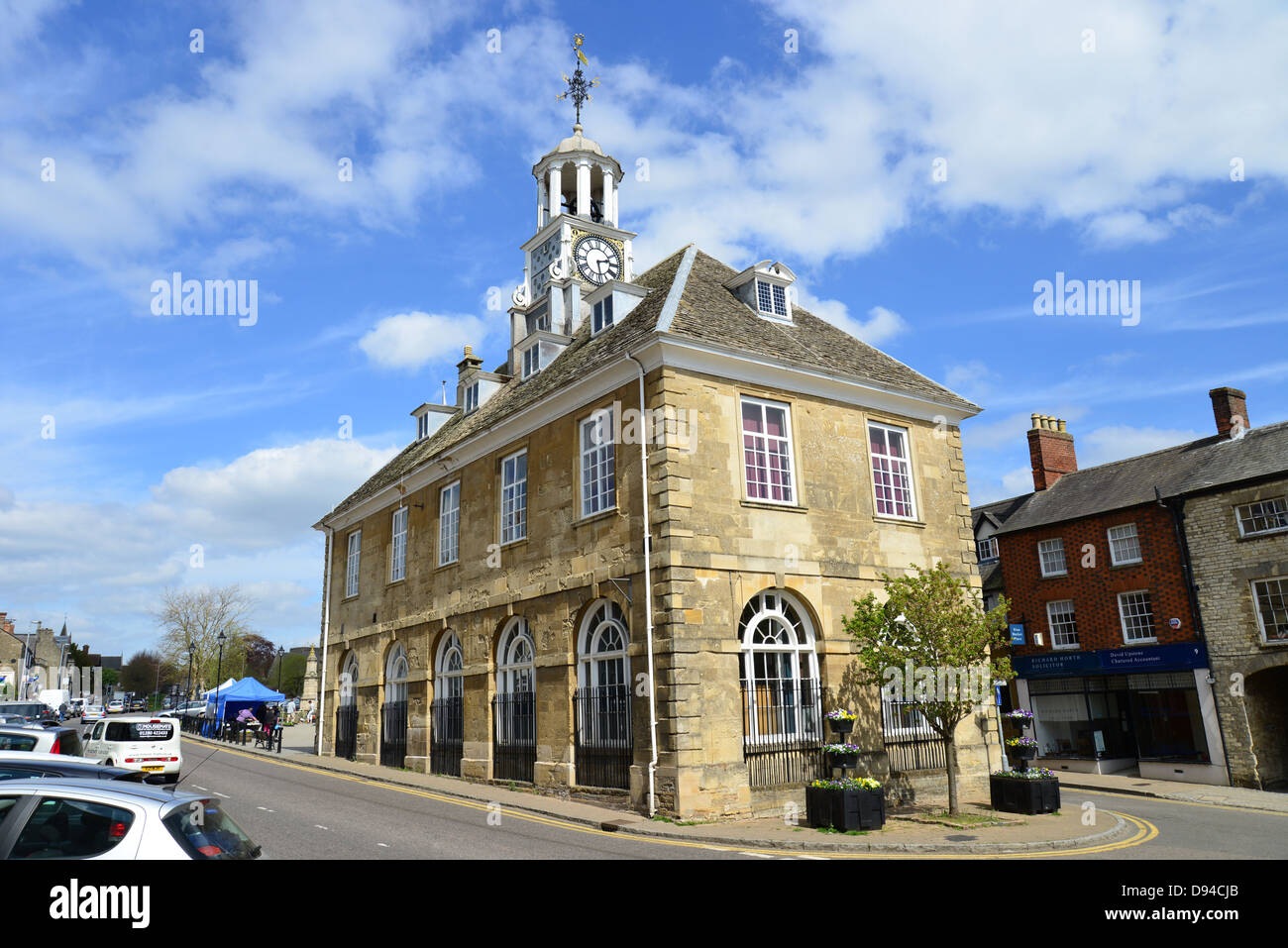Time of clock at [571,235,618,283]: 2:28
